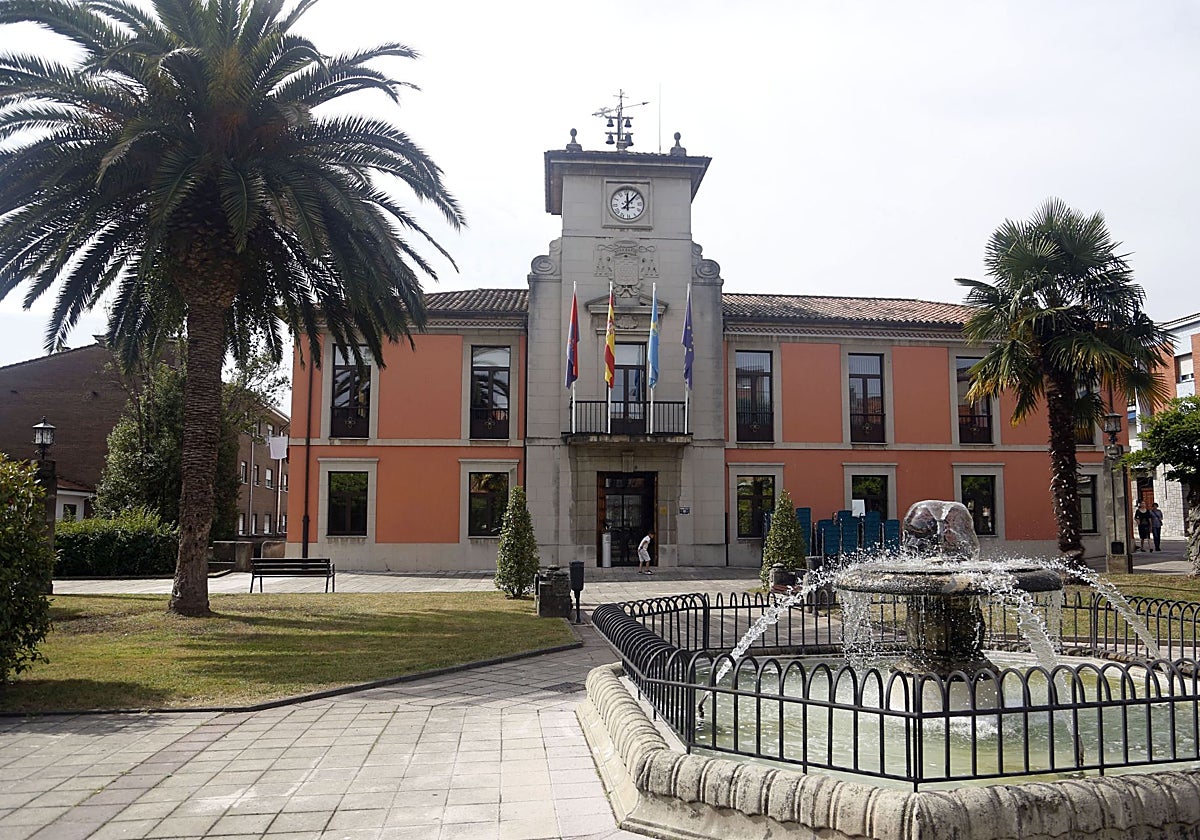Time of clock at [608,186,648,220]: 12:07
